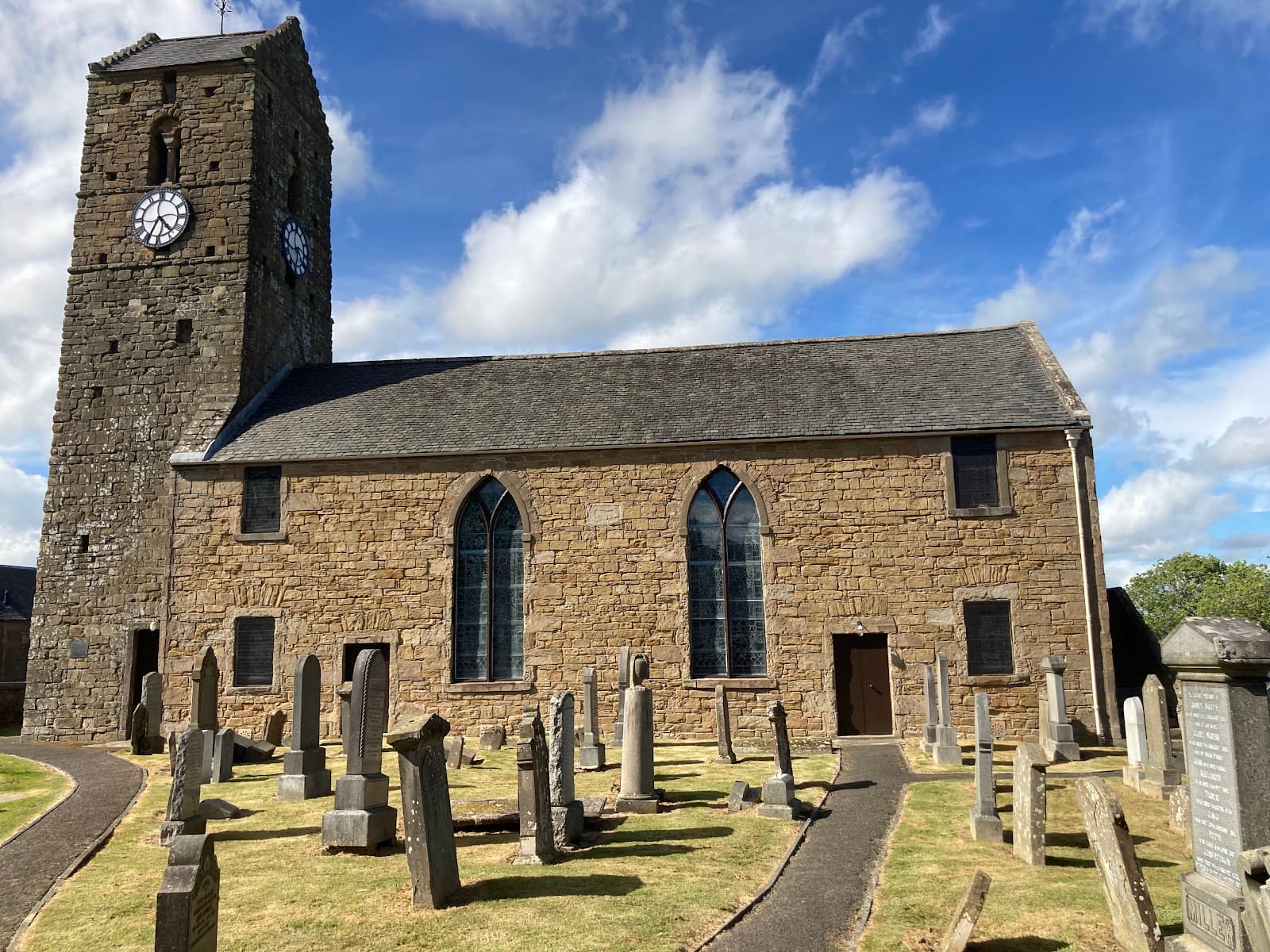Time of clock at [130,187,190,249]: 4:34
